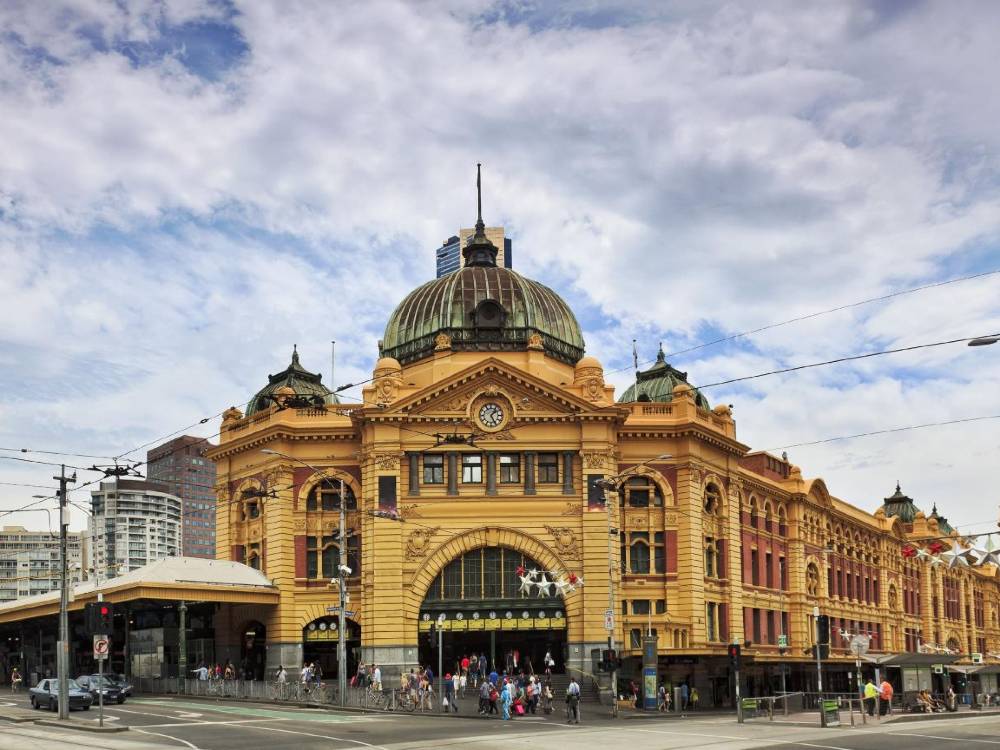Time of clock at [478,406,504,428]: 1:25
